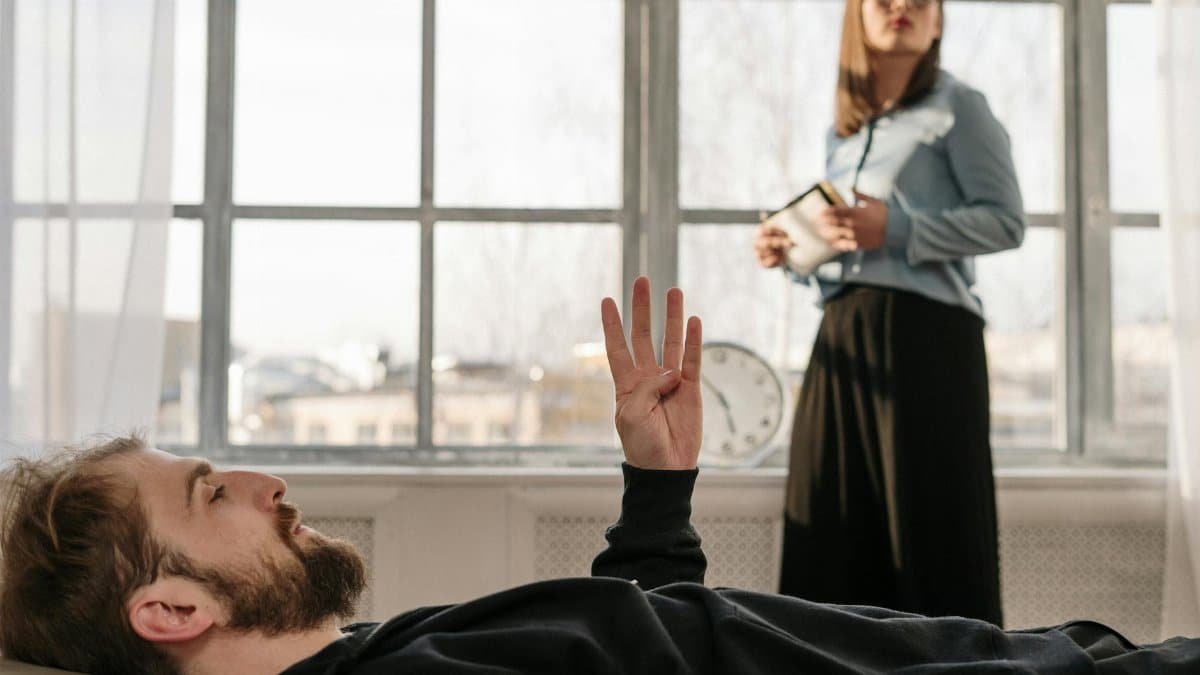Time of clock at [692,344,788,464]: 10:27
